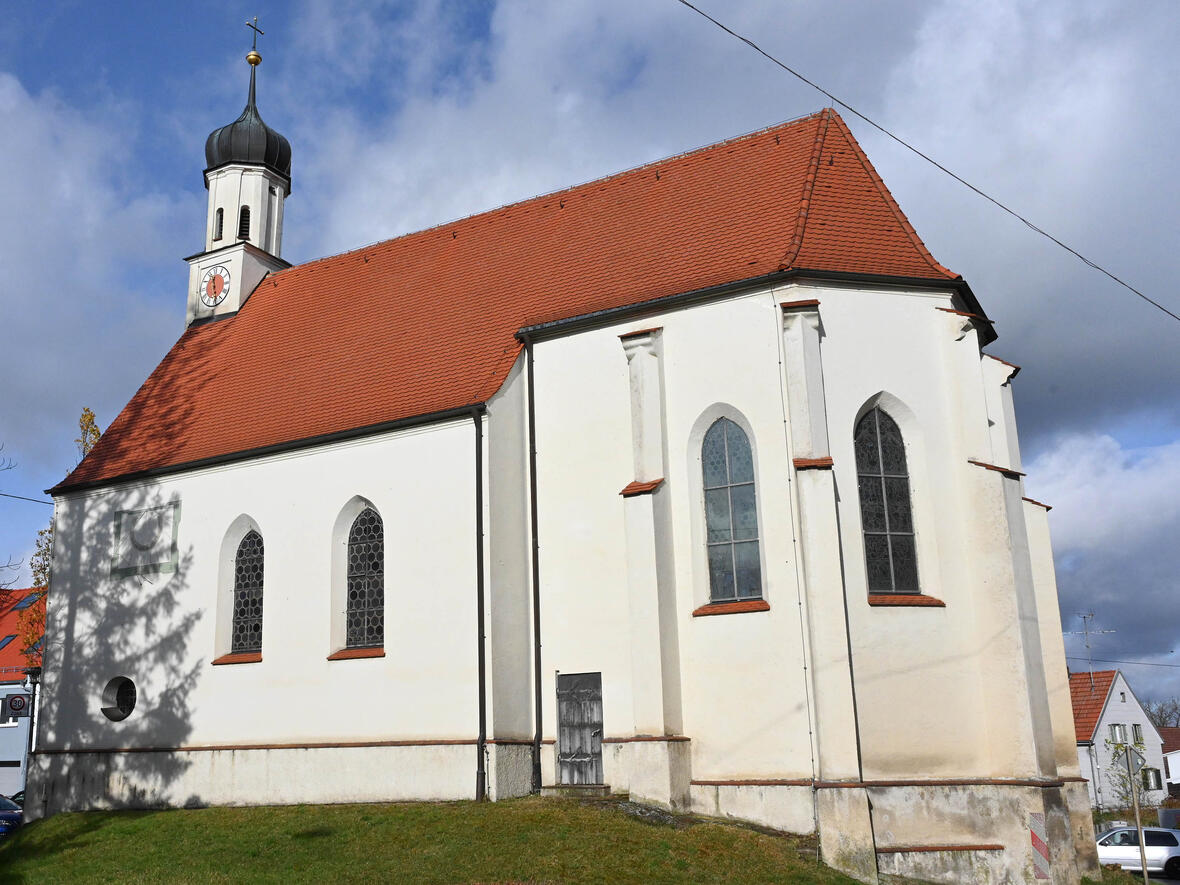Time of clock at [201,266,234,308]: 11:28
